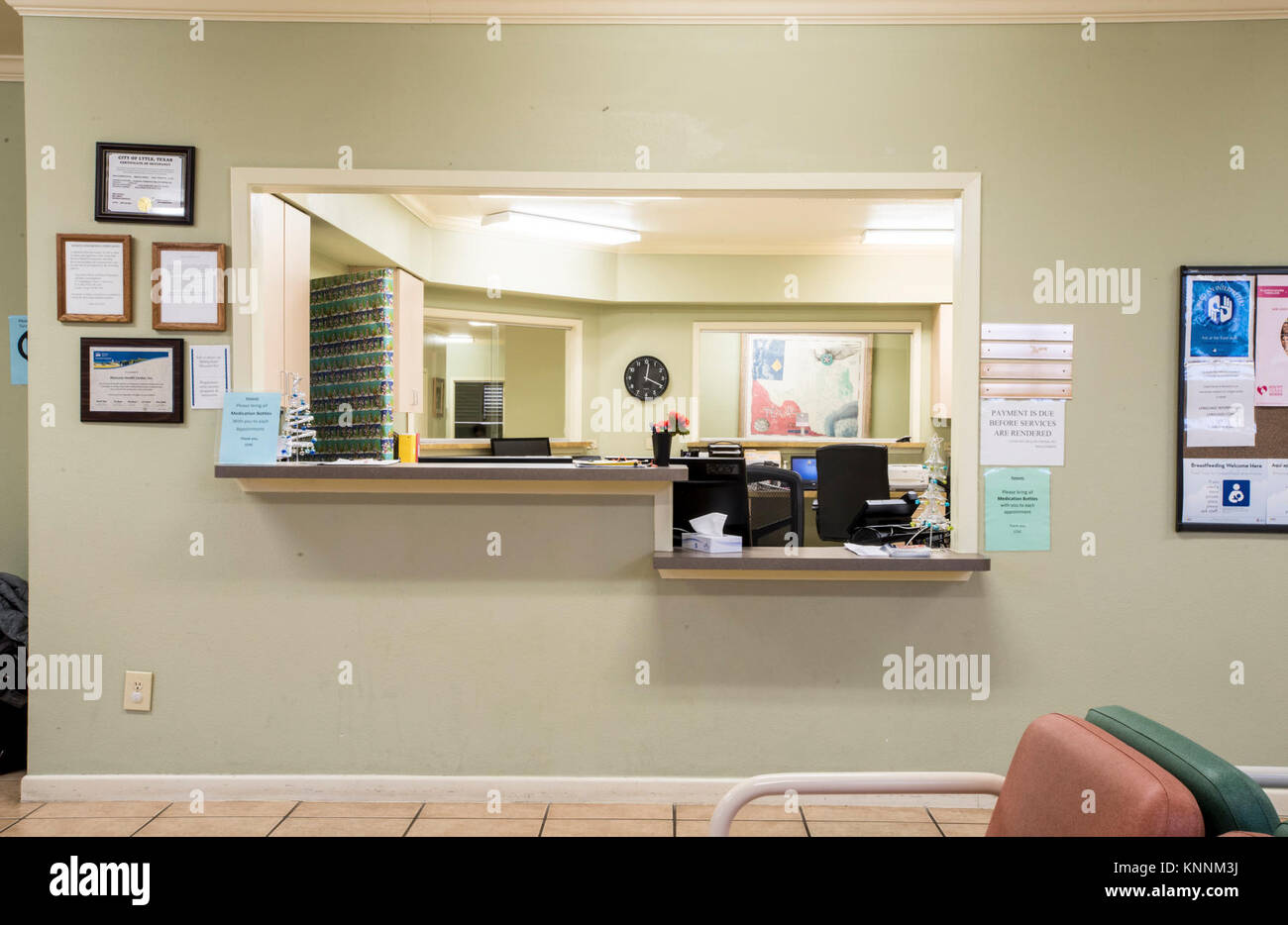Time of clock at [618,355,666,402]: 12:19
